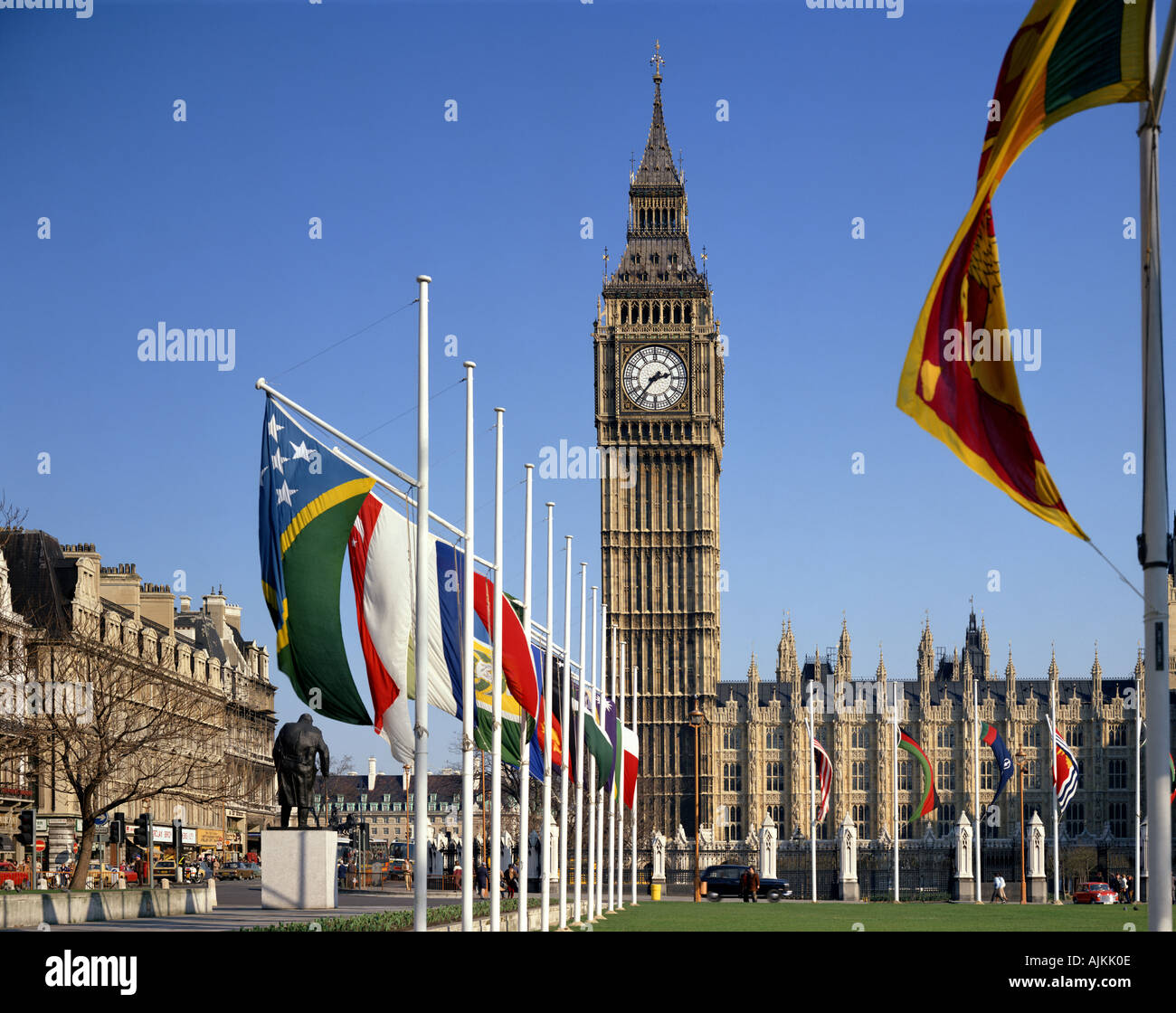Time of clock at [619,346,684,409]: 2:36
